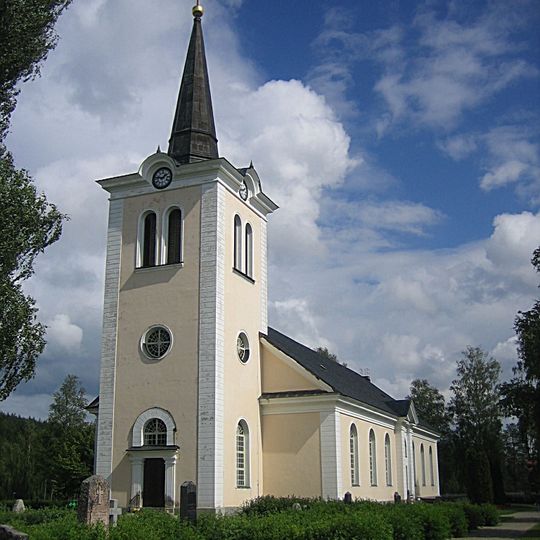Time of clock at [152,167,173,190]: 1:46
